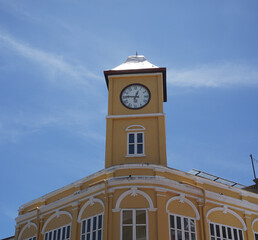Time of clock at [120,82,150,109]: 12:46
